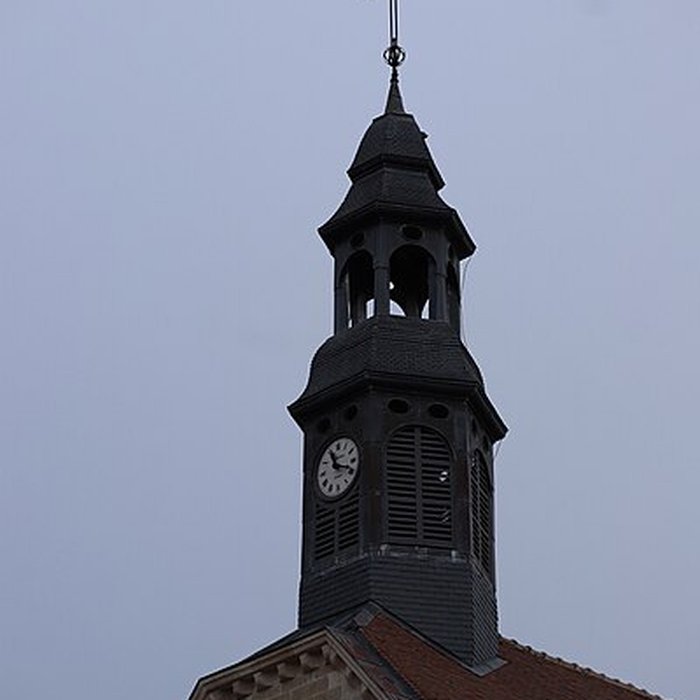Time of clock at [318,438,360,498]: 11:18
